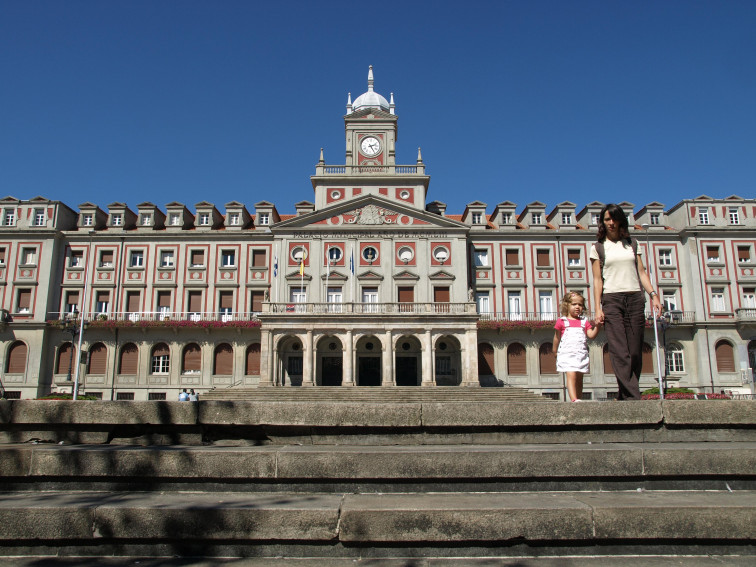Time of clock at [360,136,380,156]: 2:24
